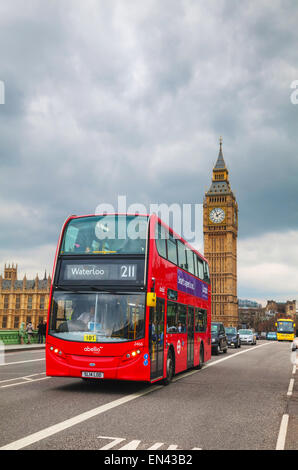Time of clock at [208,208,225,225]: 1:56
